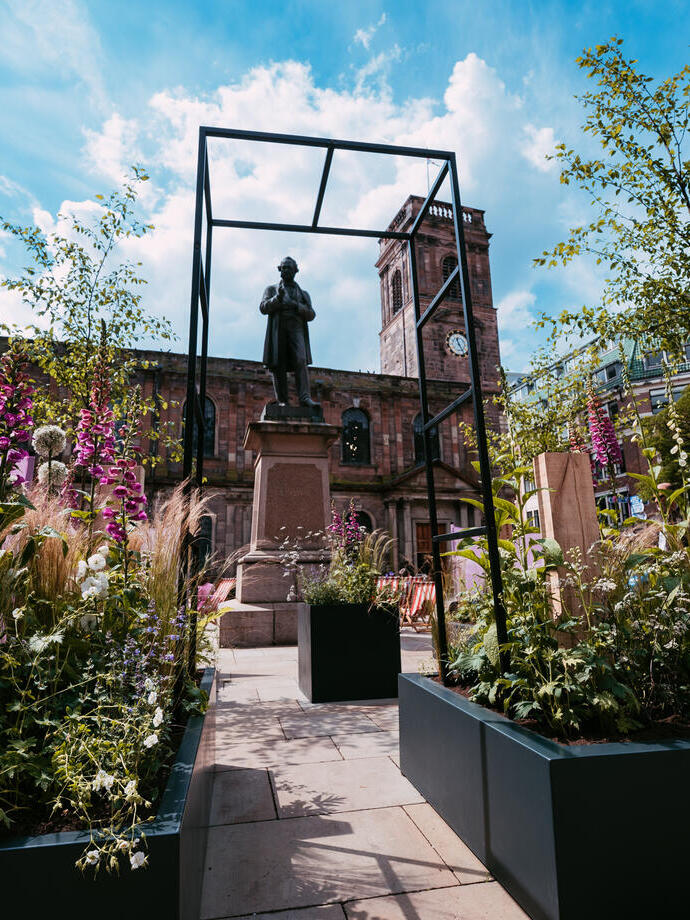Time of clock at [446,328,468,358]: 11:24
